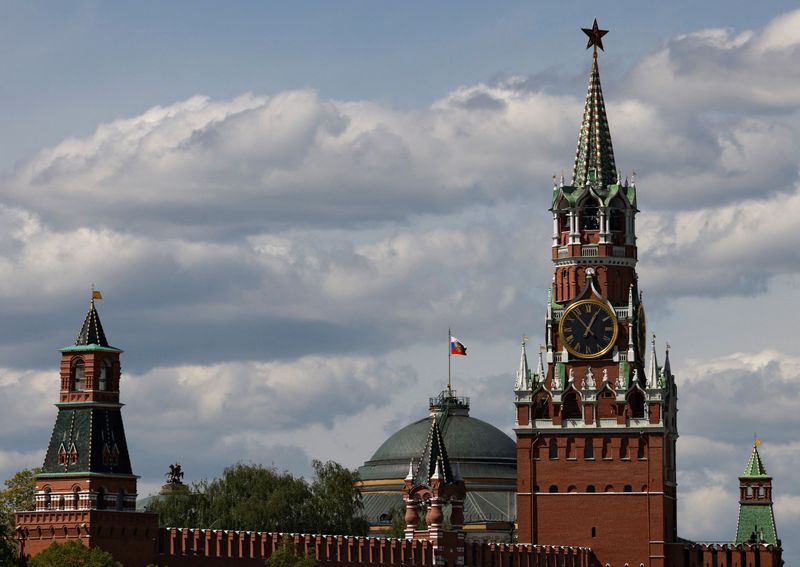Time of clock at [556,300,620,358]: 12:53
